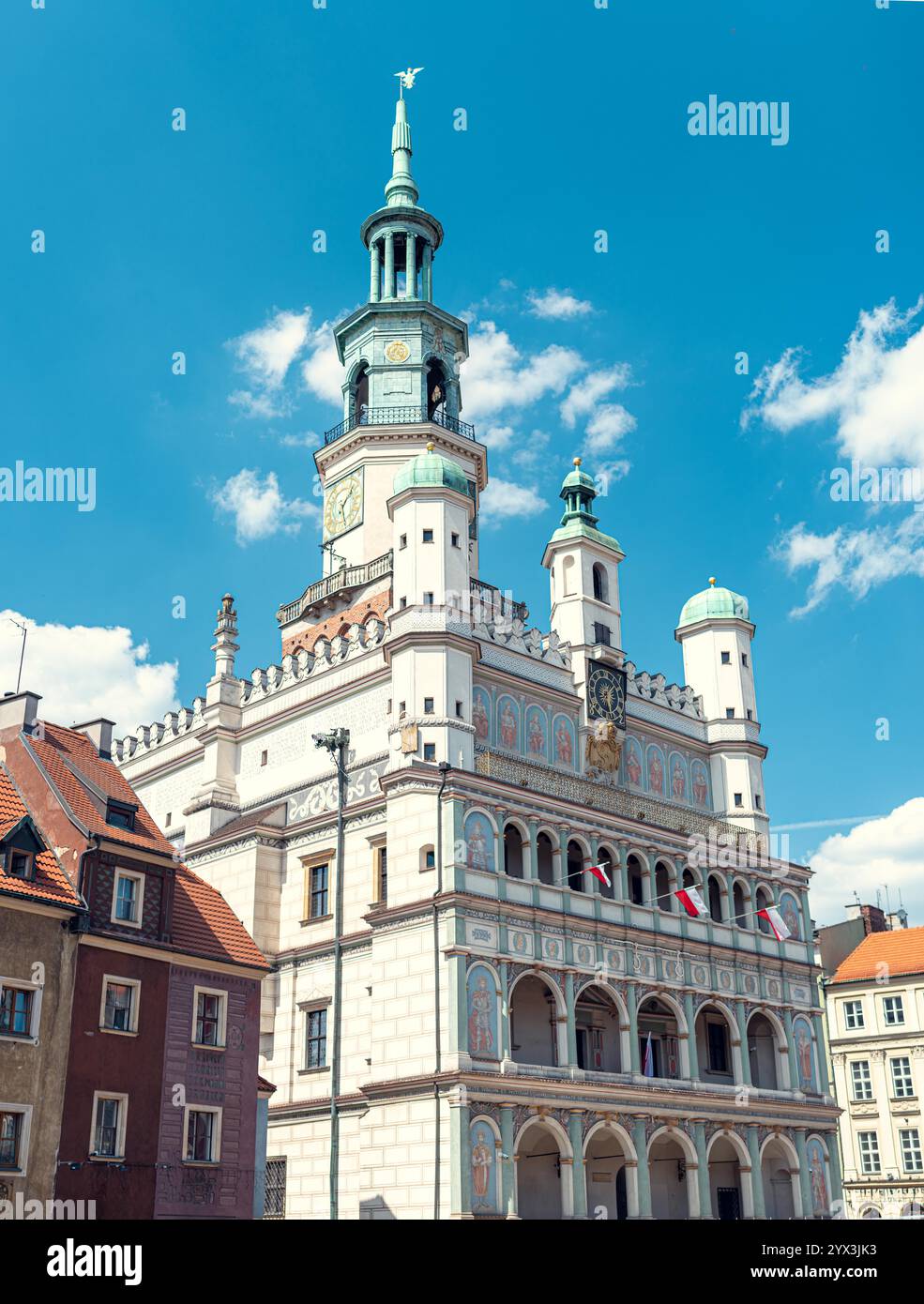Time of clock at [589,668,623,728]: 1:28
